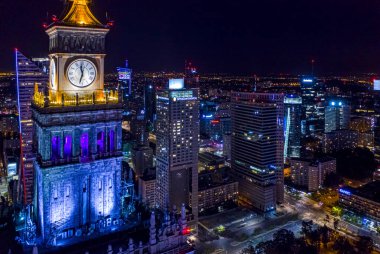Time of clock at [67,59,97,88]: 11:32
